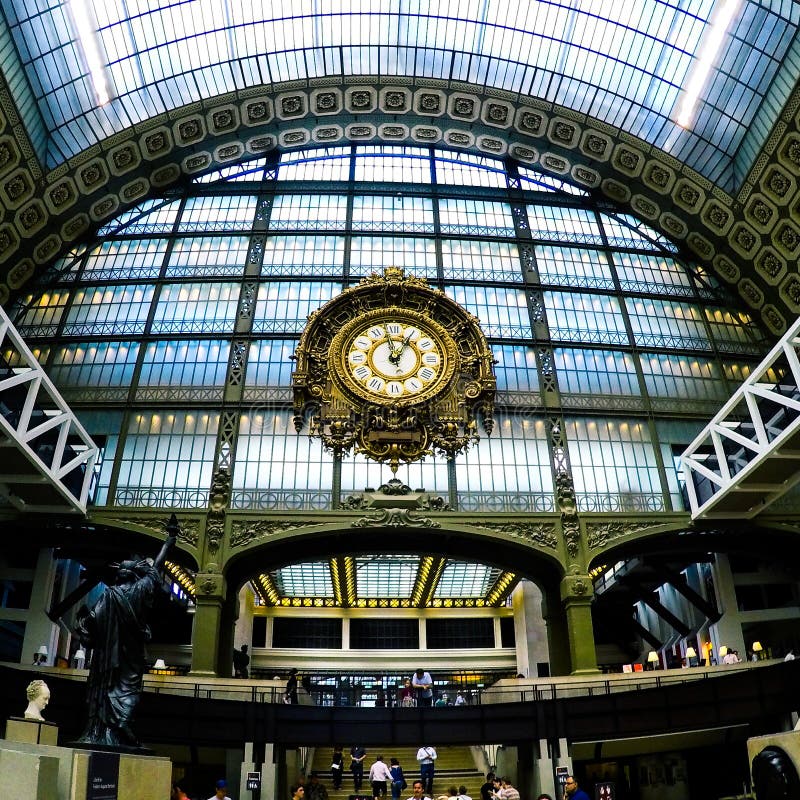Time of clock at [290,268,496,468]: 12:57
